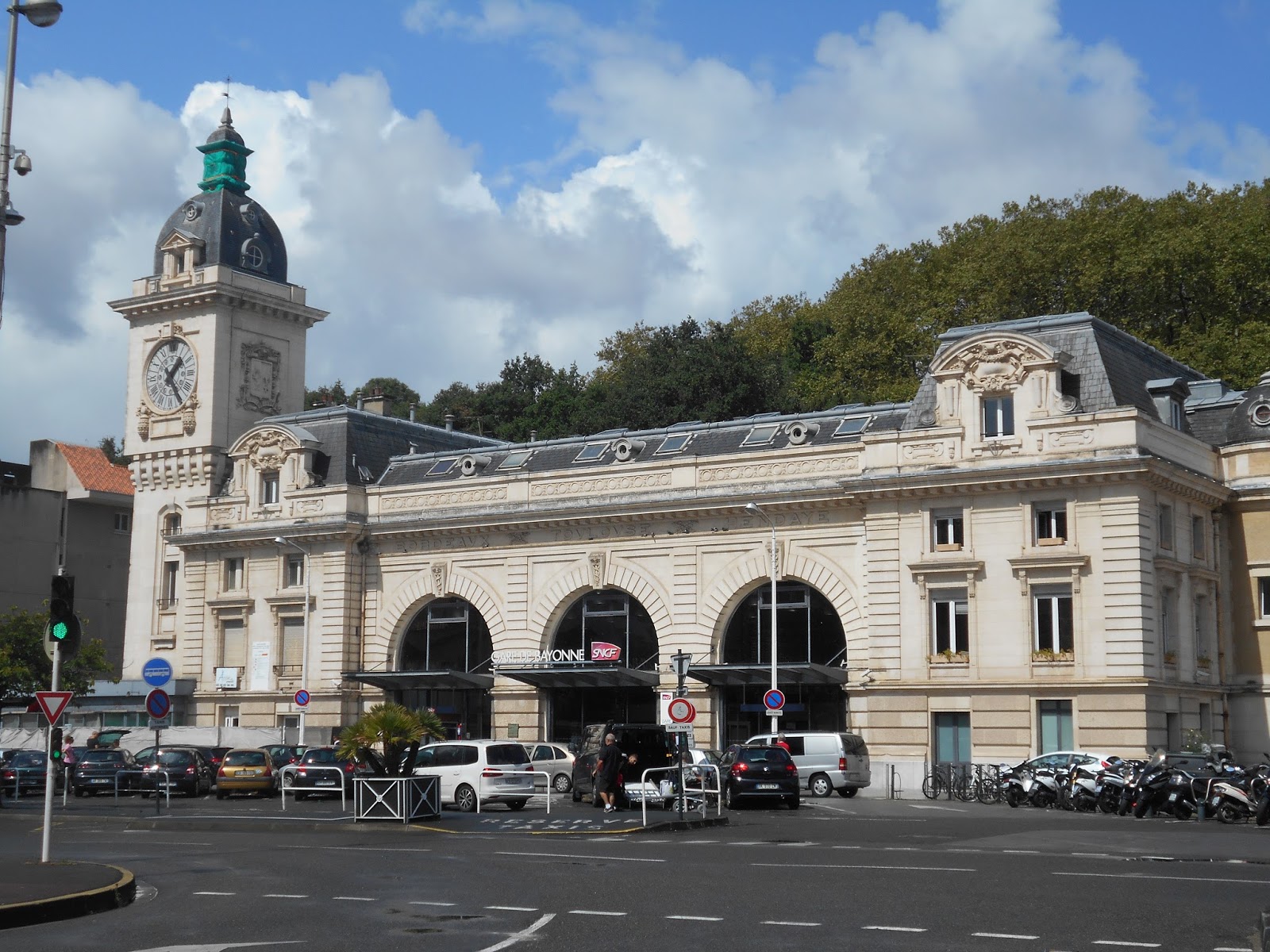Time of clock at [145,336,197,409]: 1:24
